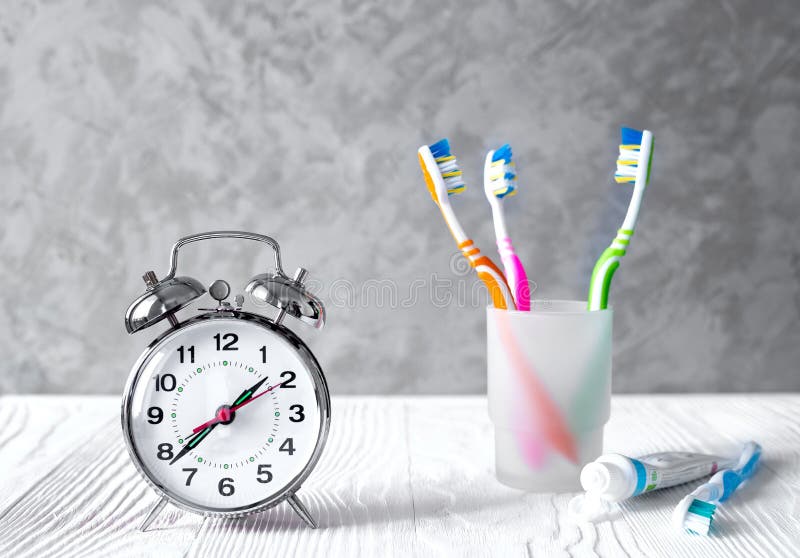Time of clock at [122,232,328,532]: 1:38
